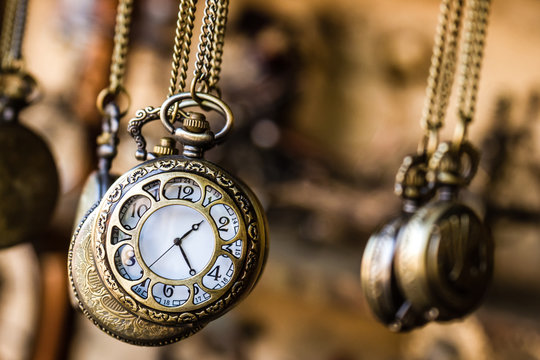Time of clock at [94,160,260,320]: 1:24
